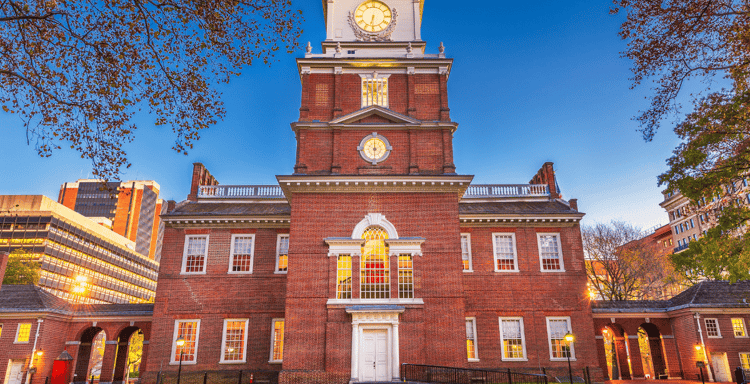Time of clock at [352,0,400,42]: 6:30
